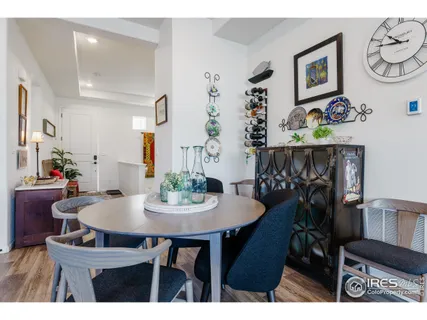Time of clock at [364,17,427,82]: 10:47
